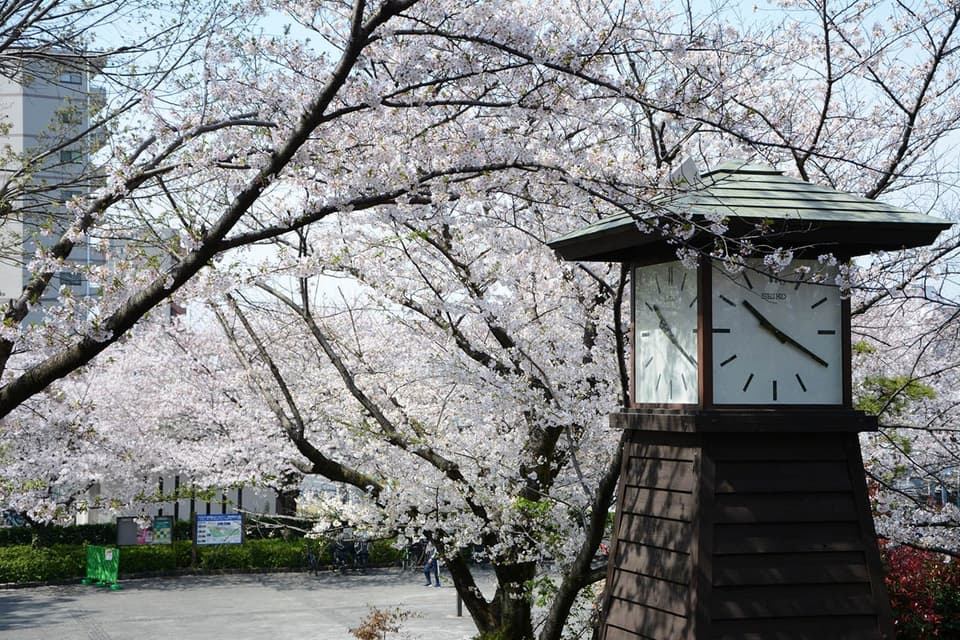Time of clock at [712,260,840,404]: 10:19
